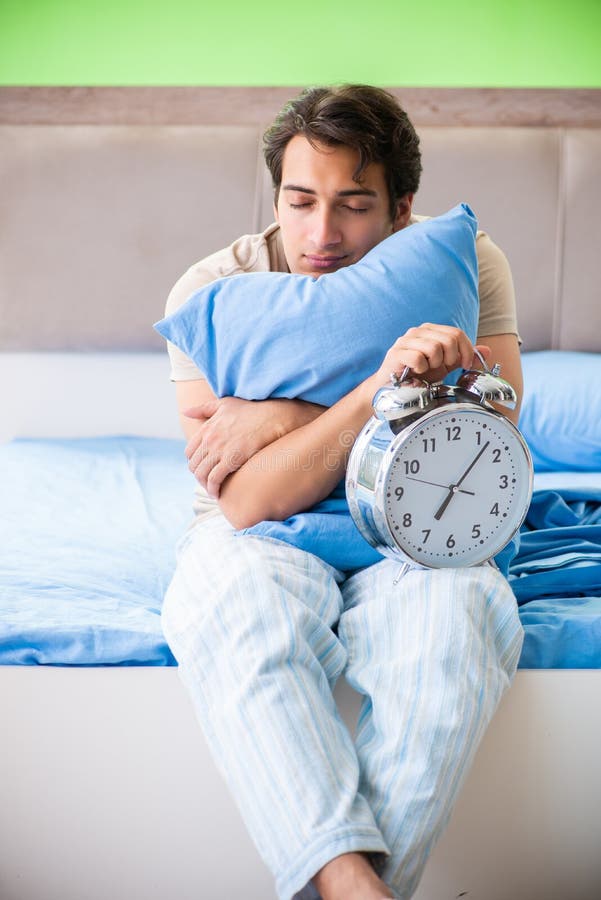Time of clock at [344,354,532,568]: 7:06
